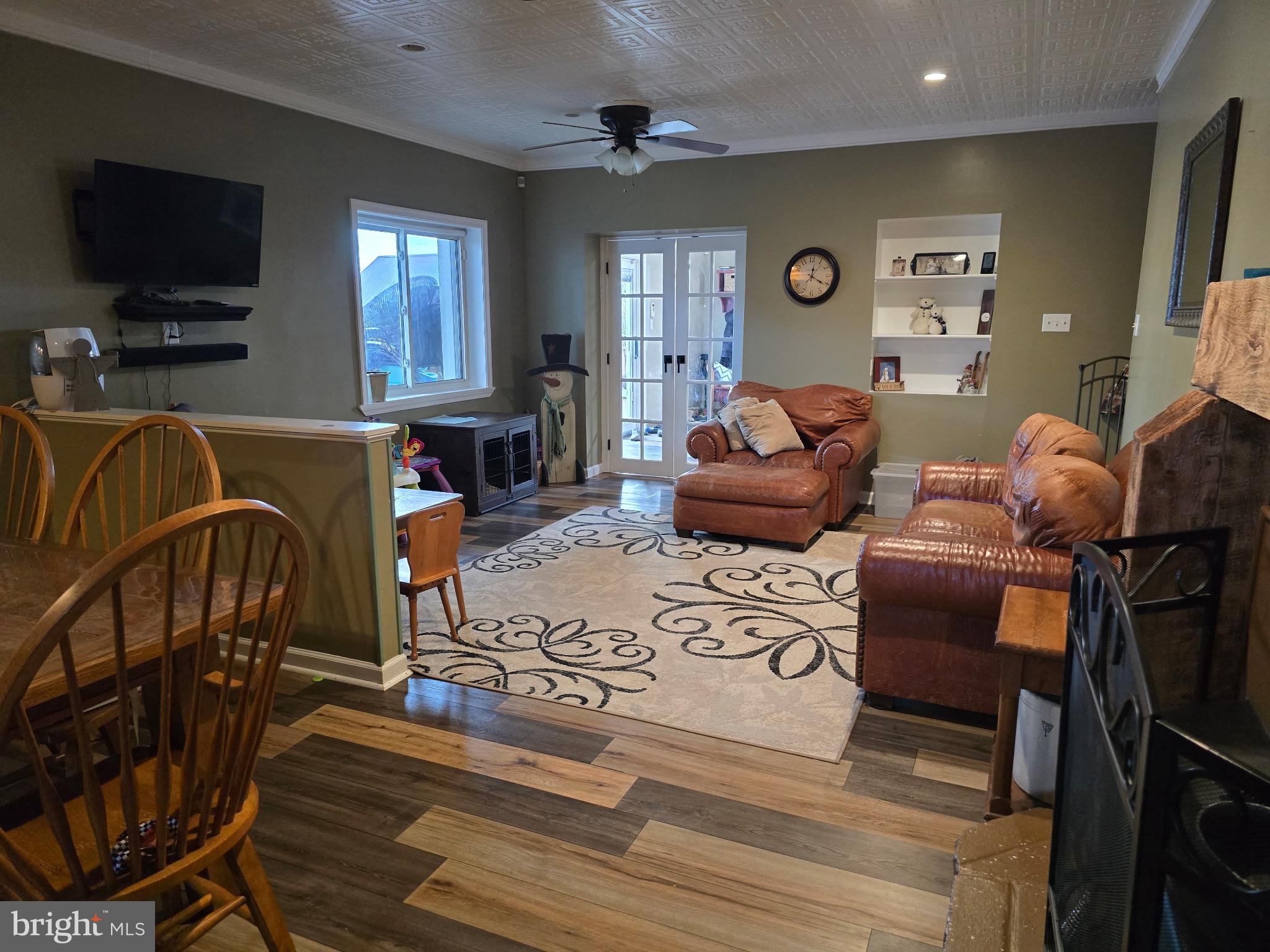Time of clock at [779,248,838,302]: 12:20
